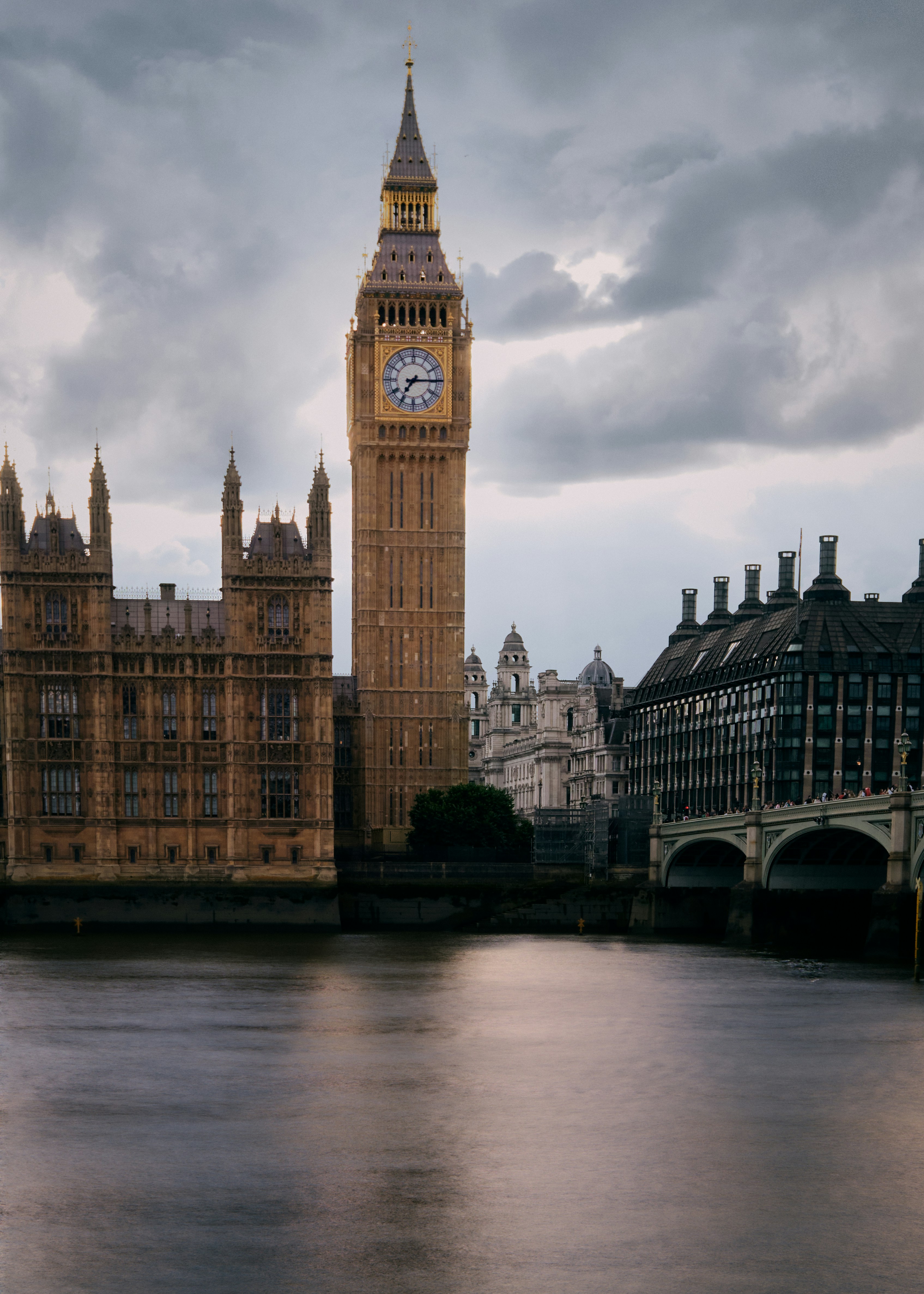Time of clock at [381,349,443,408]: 7:14
